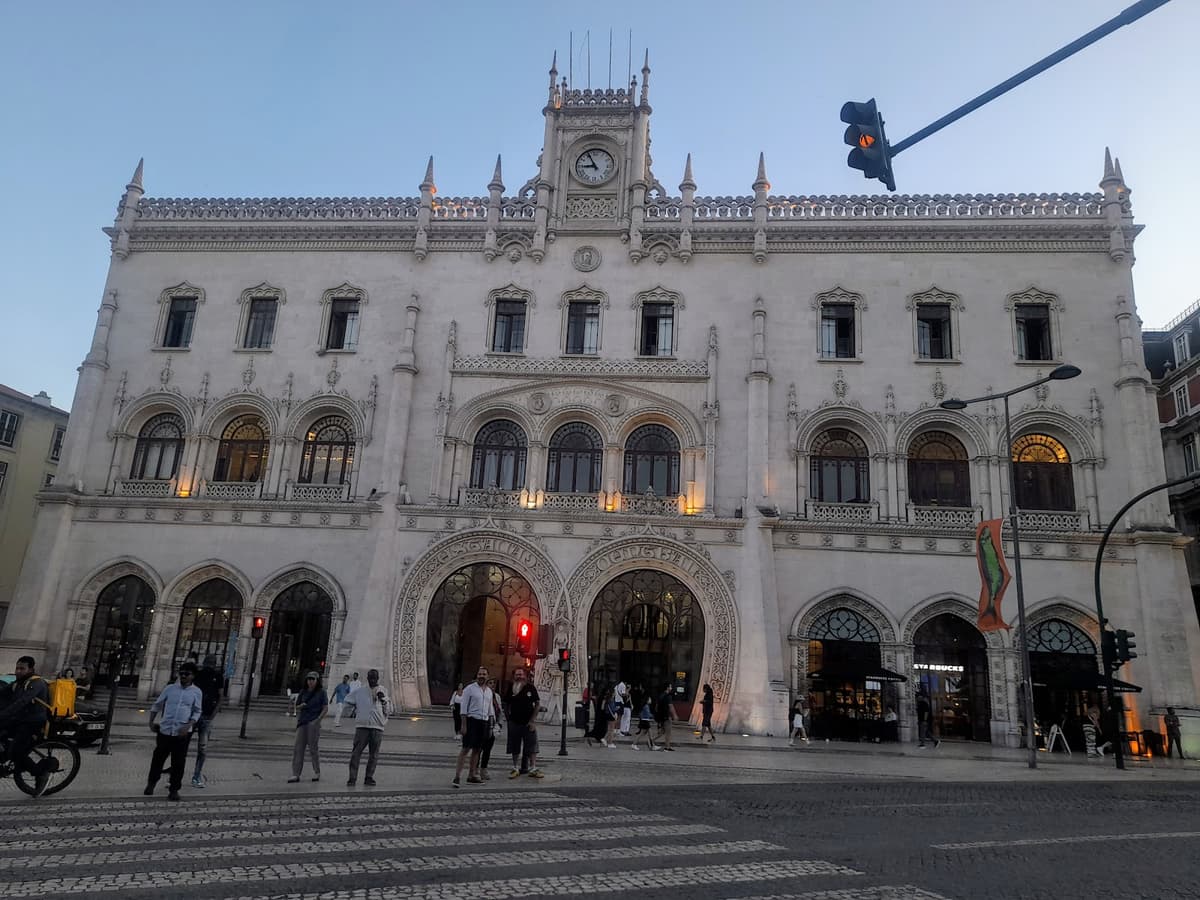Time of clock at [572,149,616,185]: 8:55
